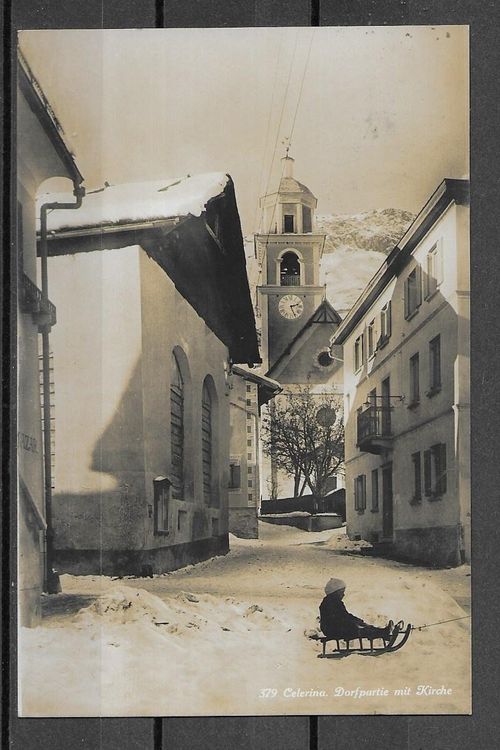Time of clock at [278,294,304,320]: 2:26
